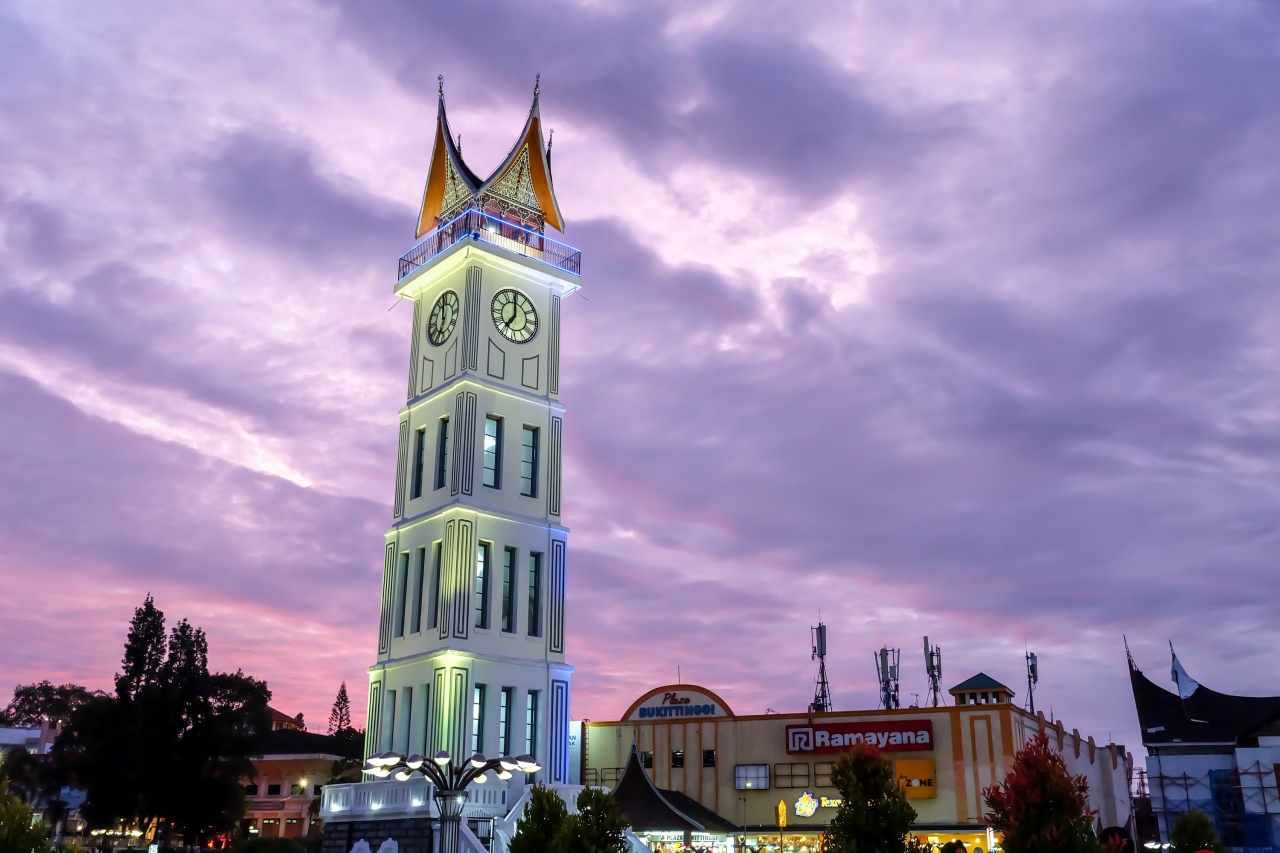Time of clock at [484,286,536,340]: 6:59
